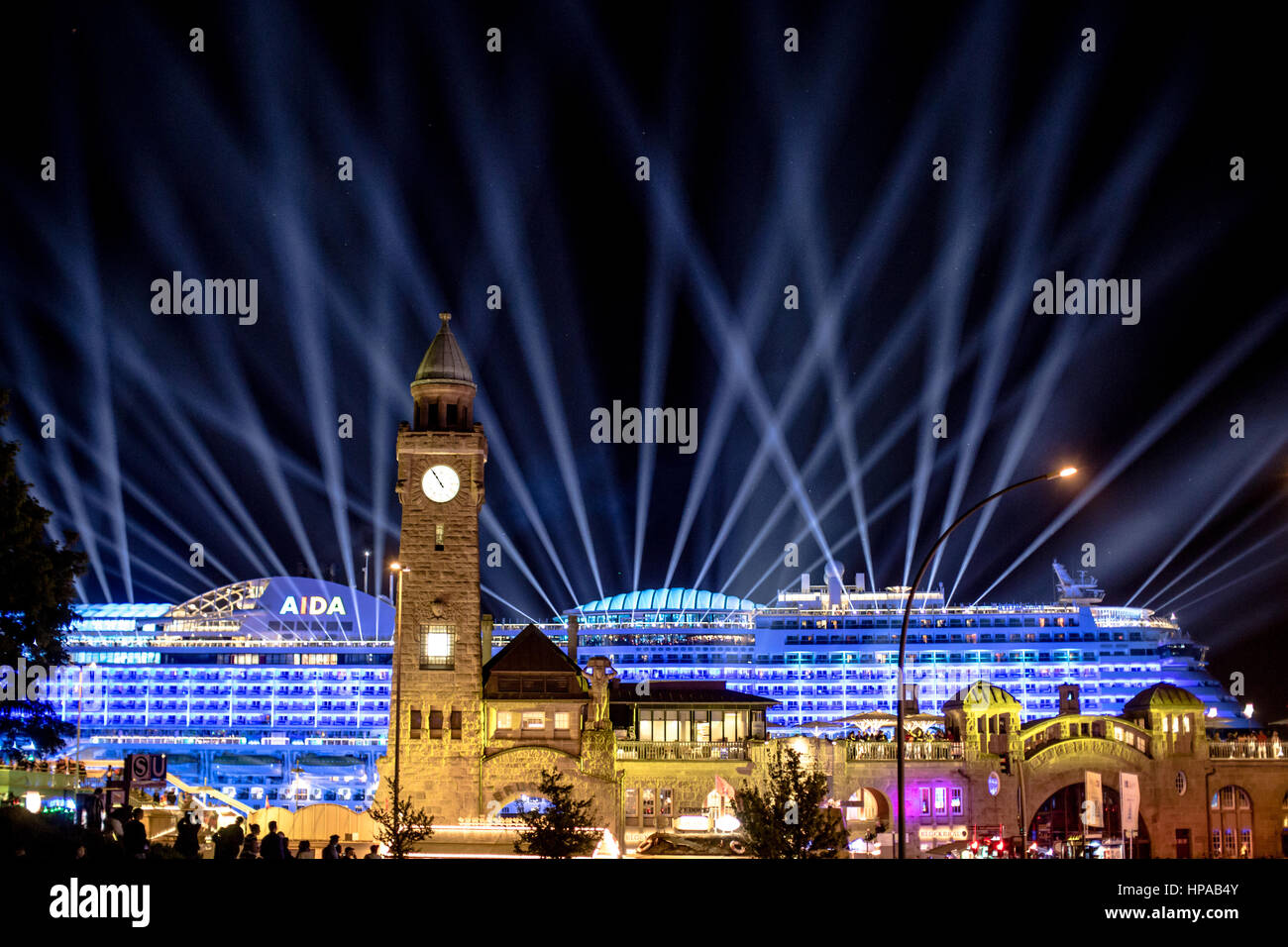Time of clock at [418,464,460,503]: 10:54
